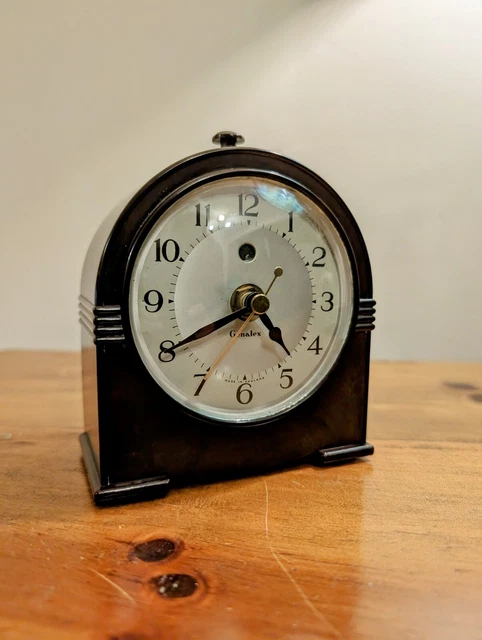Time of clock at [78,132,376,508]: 4:40
